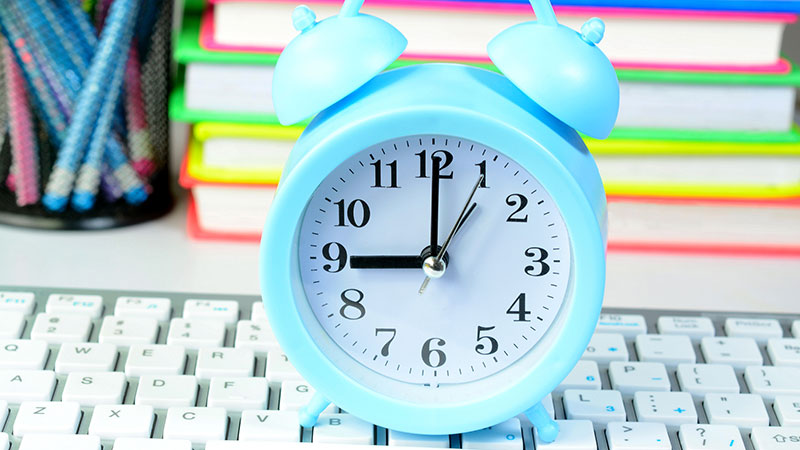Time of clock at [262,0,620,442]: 9:00
